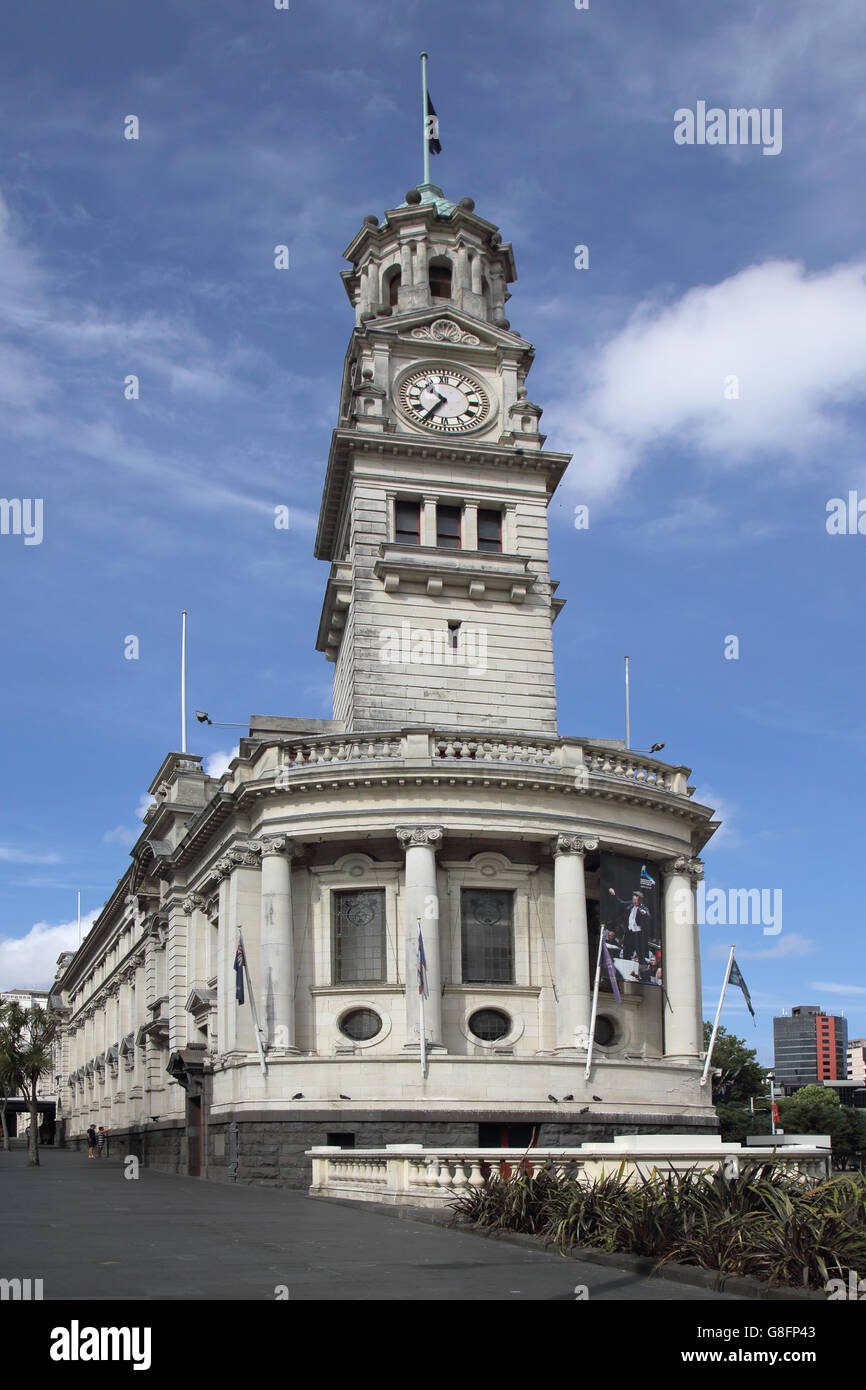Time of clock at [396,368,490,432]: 10:35
